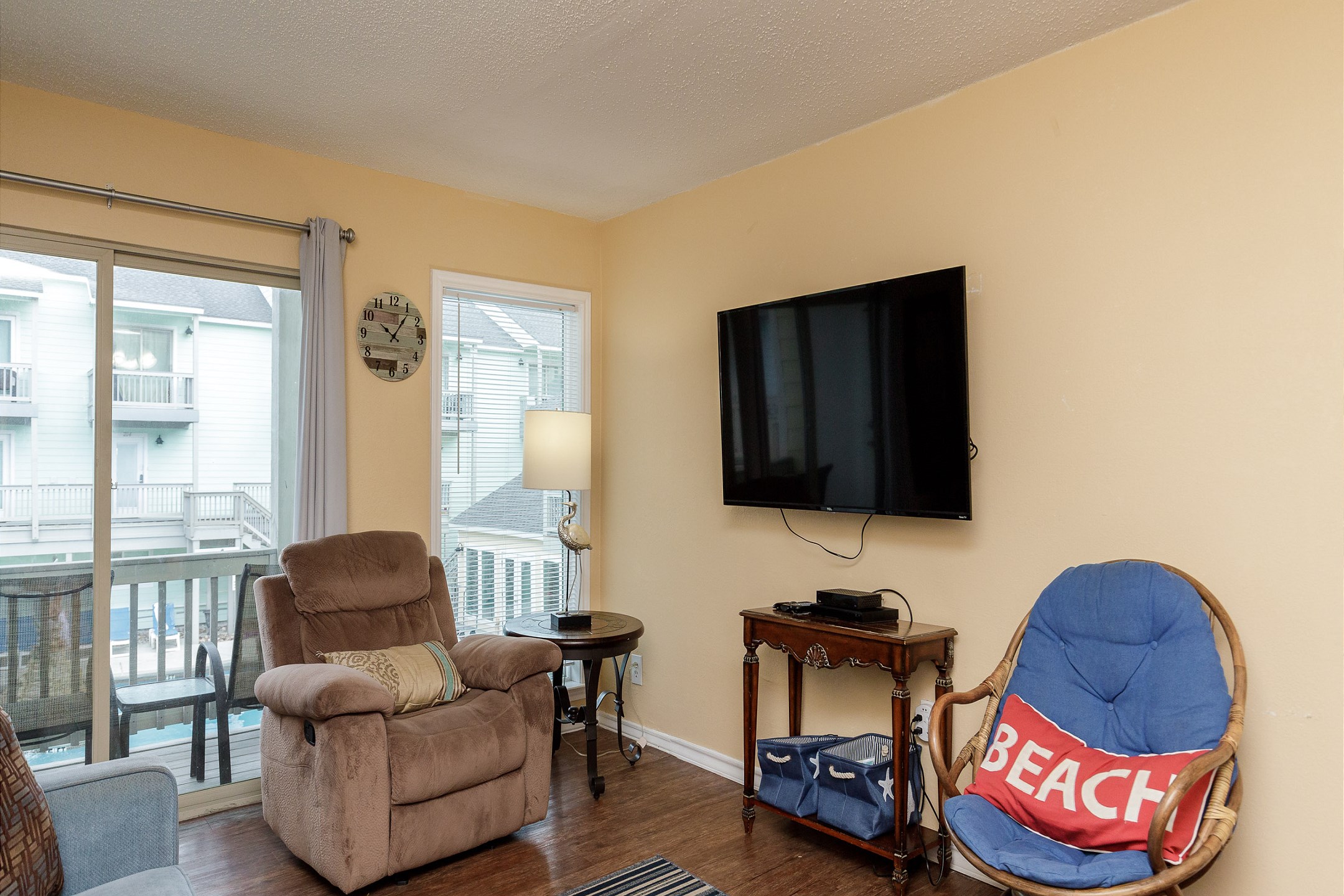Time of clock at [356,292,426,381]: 10:06
